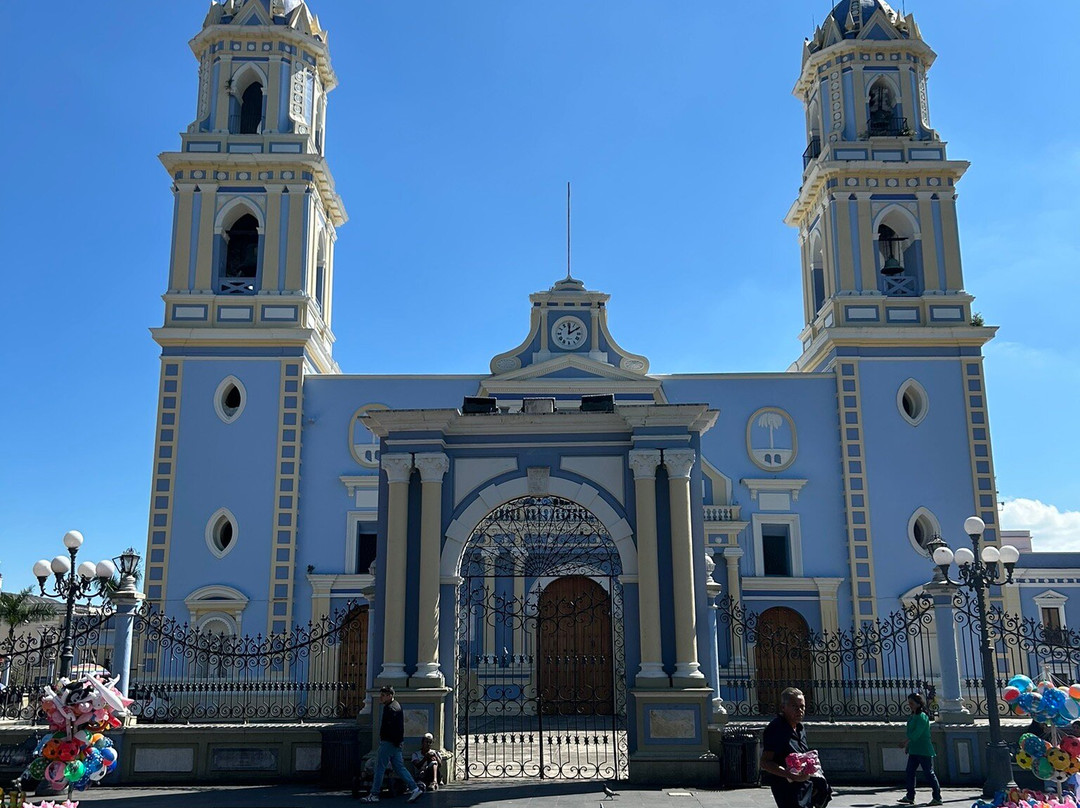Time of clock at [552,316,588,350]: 12:09
